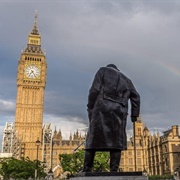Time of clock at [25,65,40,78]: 7:24
